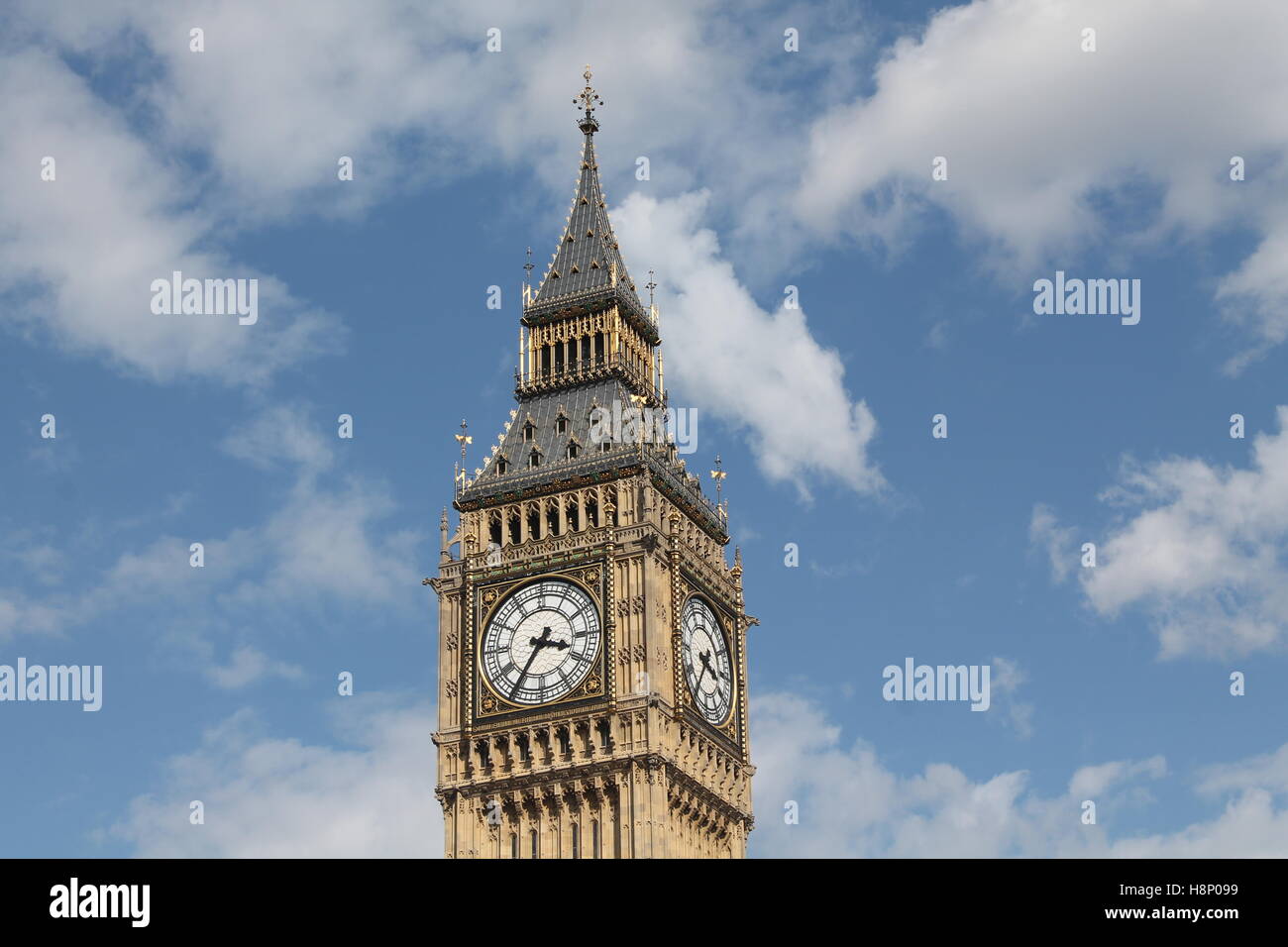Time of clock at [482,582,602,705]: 3:35
